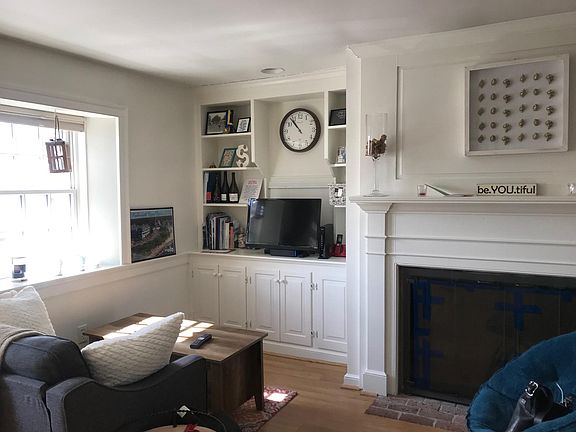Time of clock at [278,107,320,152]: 10:53
